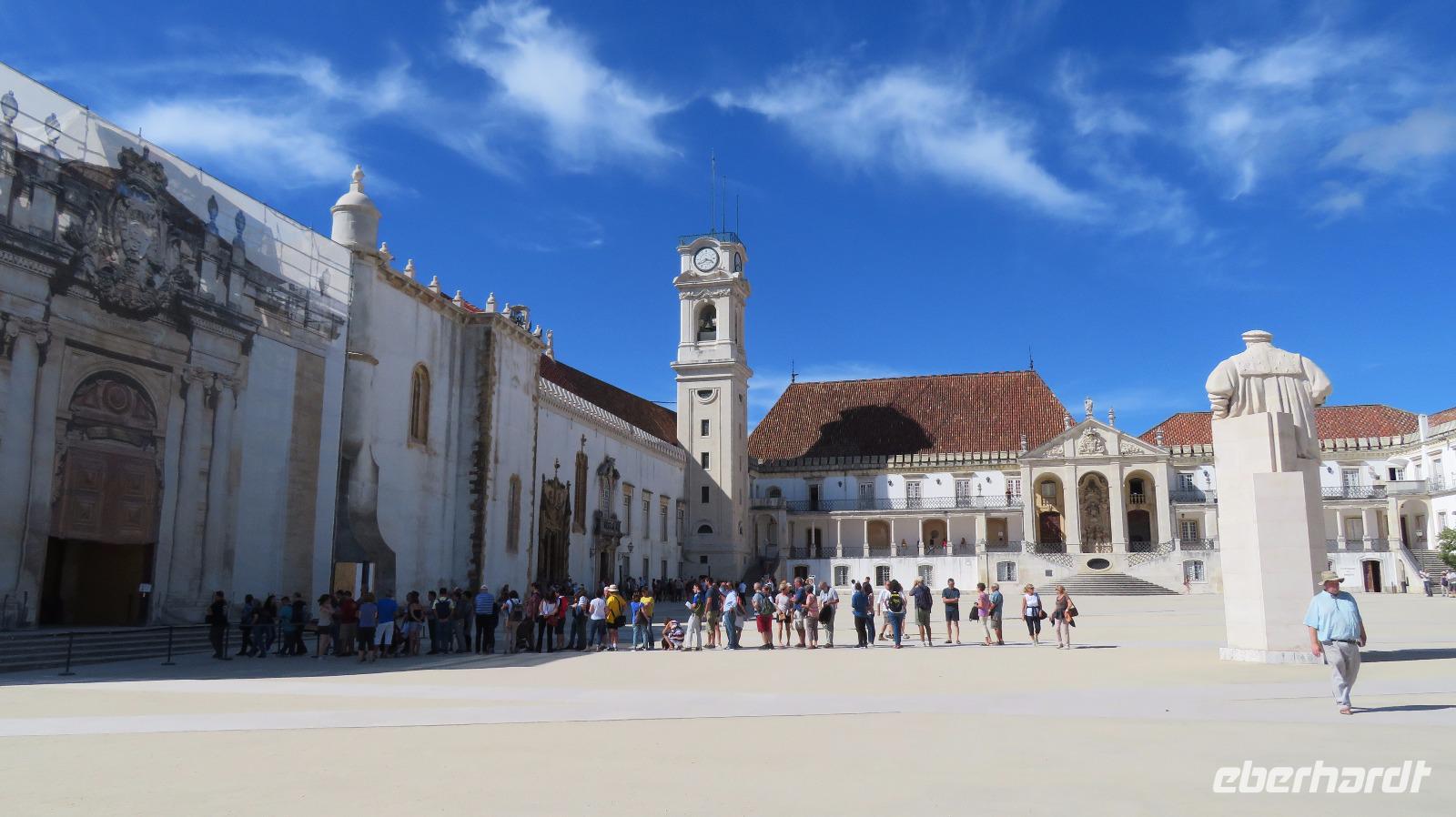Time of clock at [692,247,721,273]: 3:40
